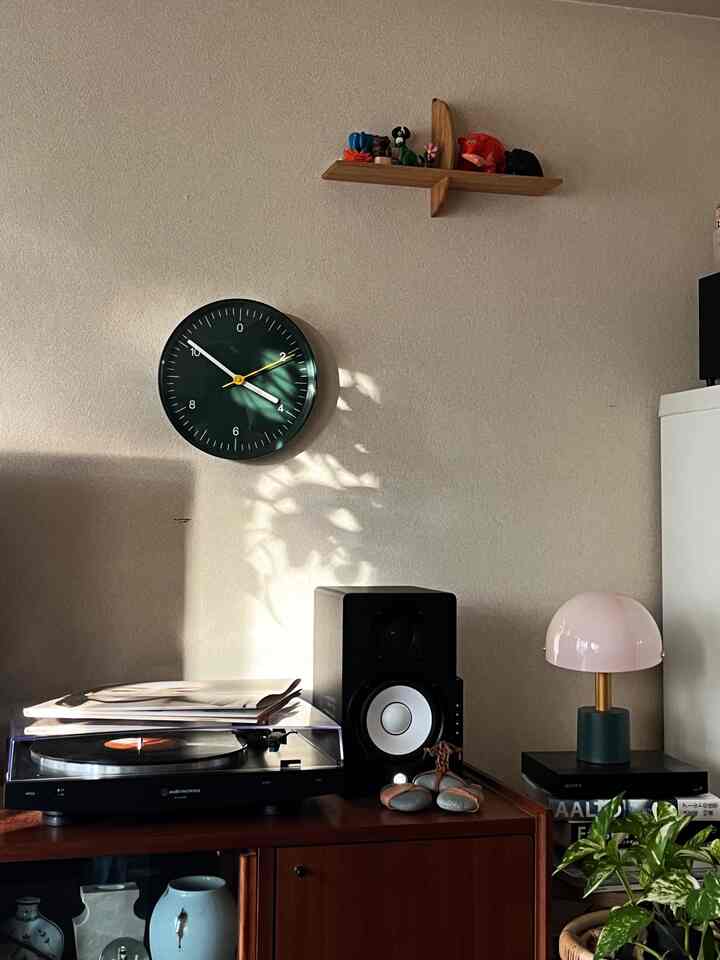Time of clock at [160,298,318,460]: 3:51
